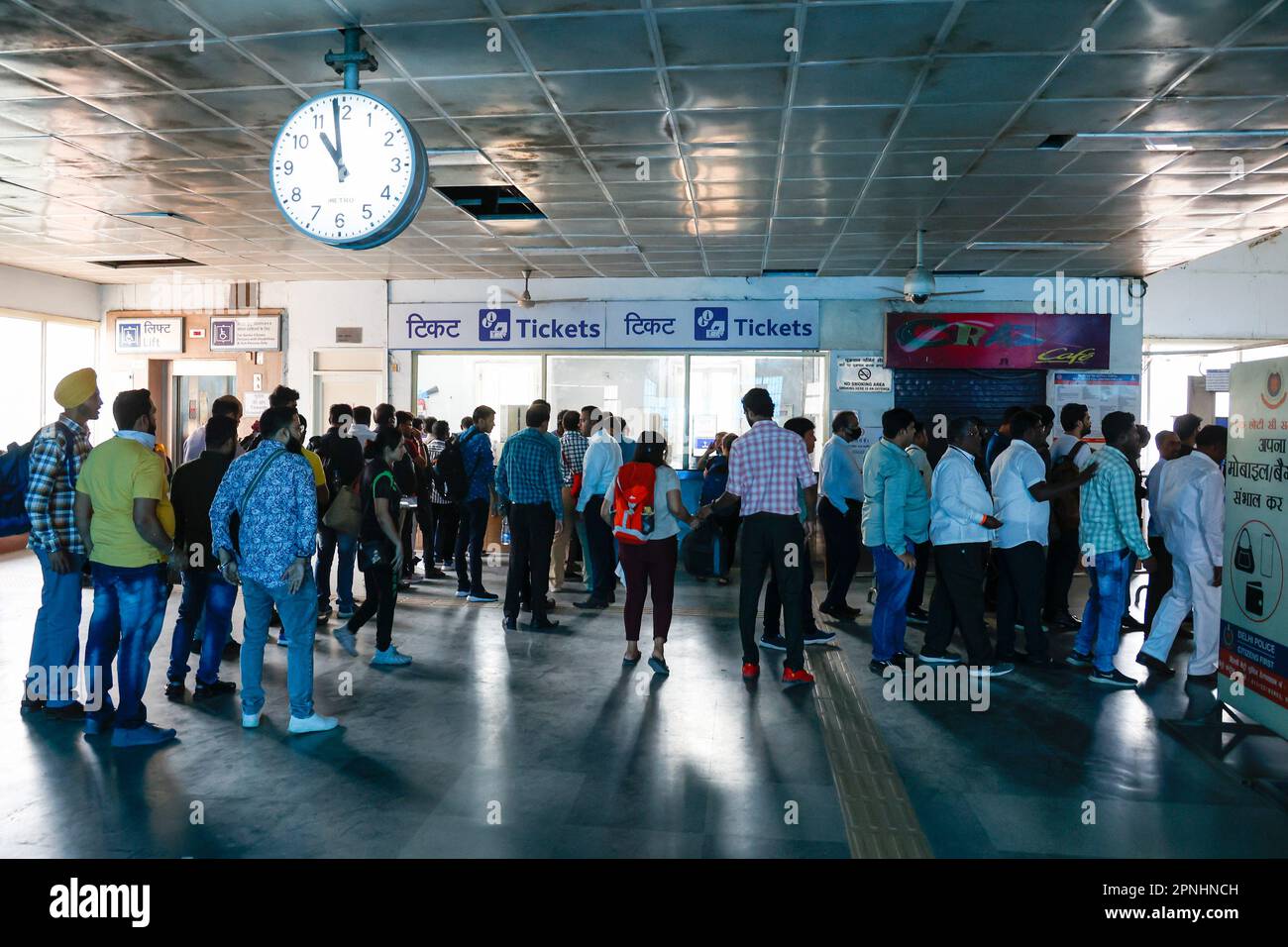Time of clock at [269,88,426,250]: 10:58
